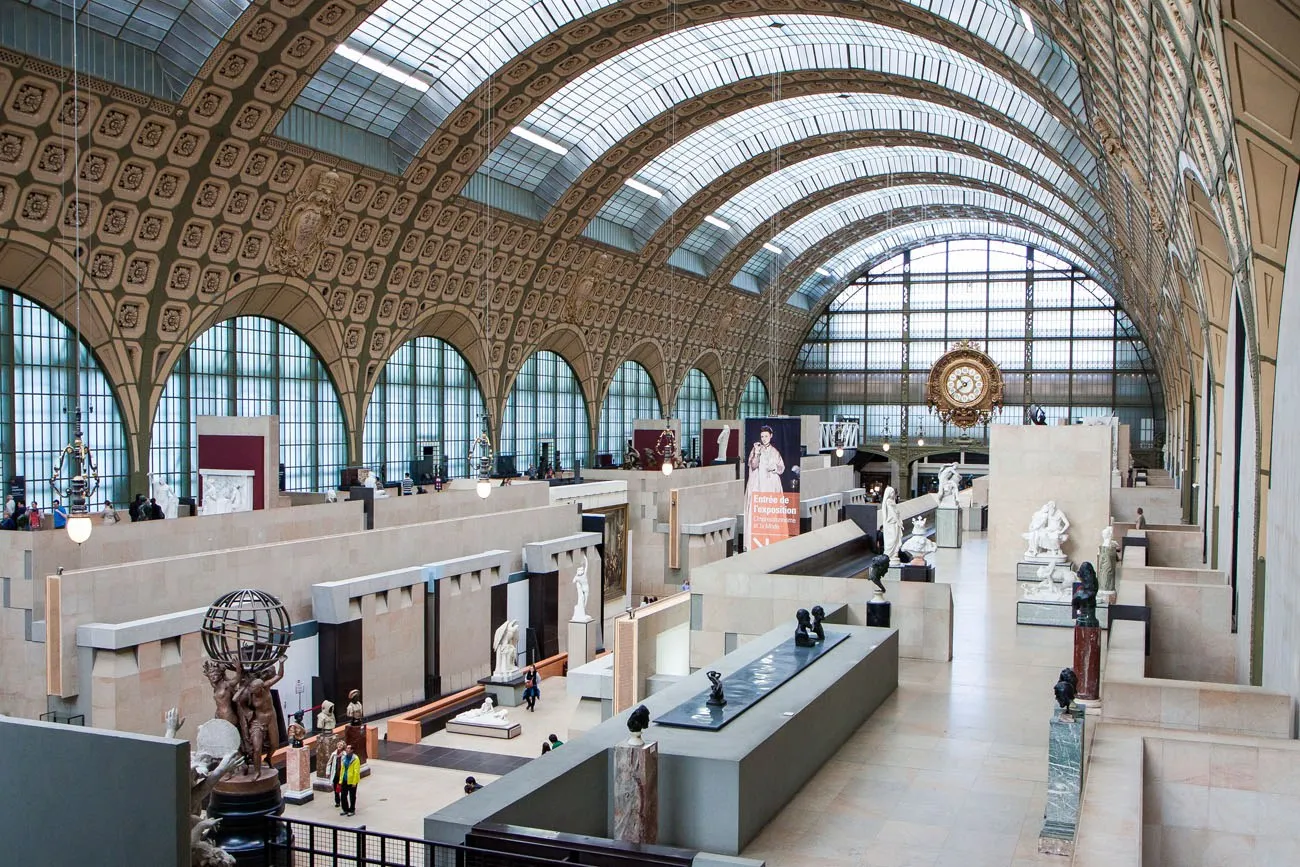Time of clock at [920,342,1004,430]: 10:39
